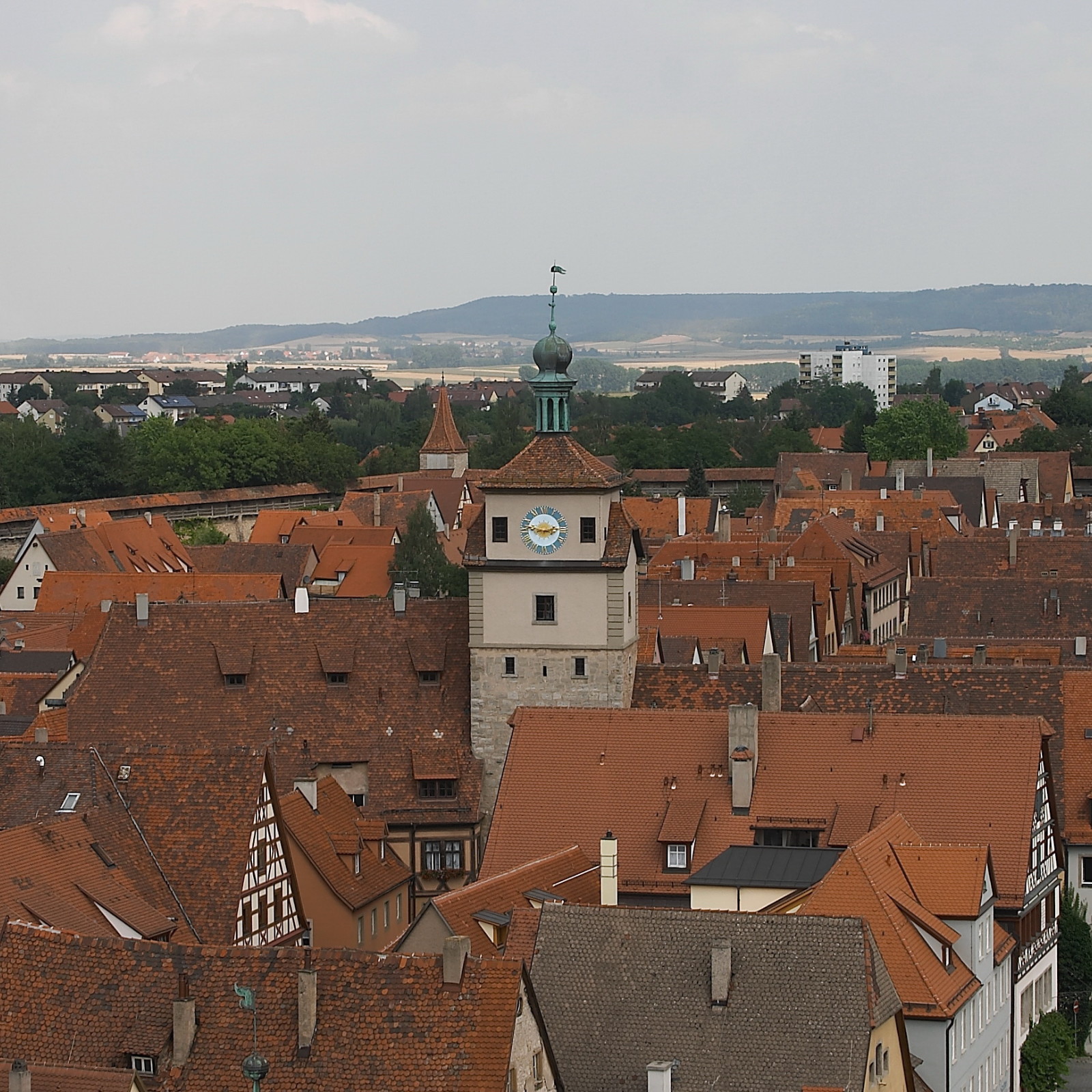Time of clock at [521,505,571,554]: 2:46
